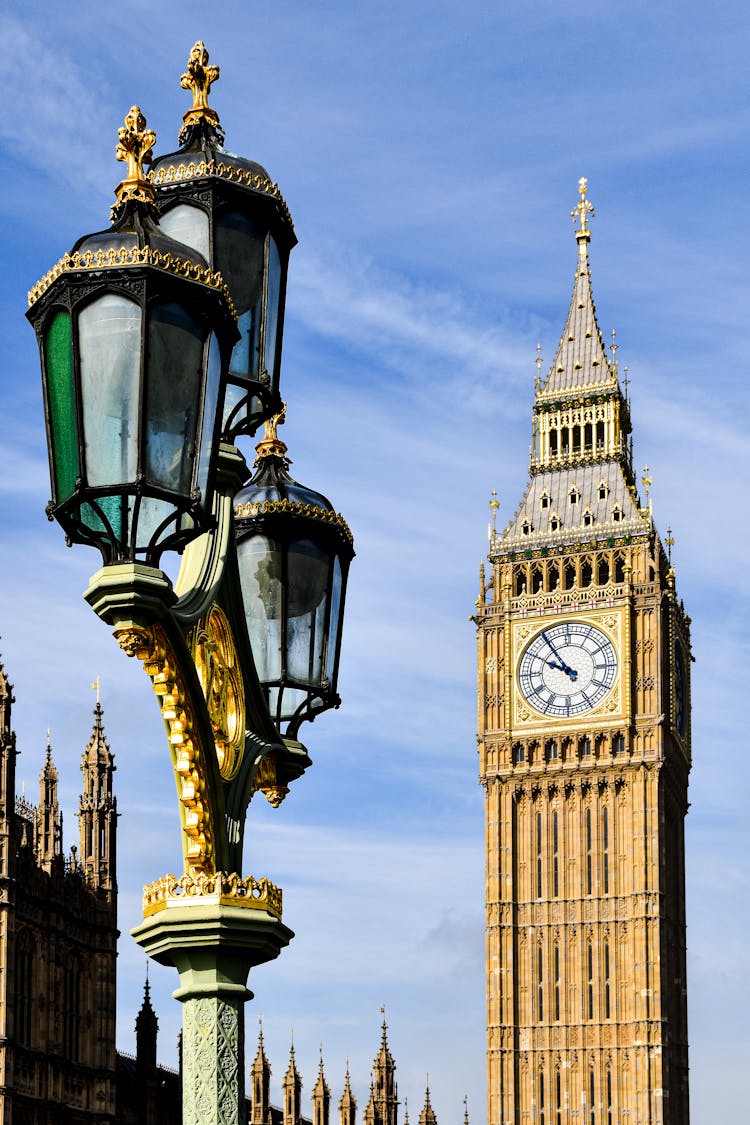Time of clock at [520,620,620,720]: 9:54
